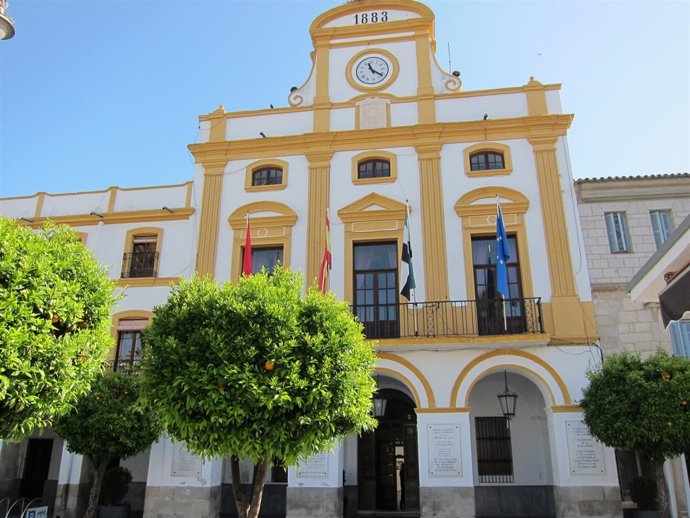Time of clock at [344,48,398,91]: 11:21
